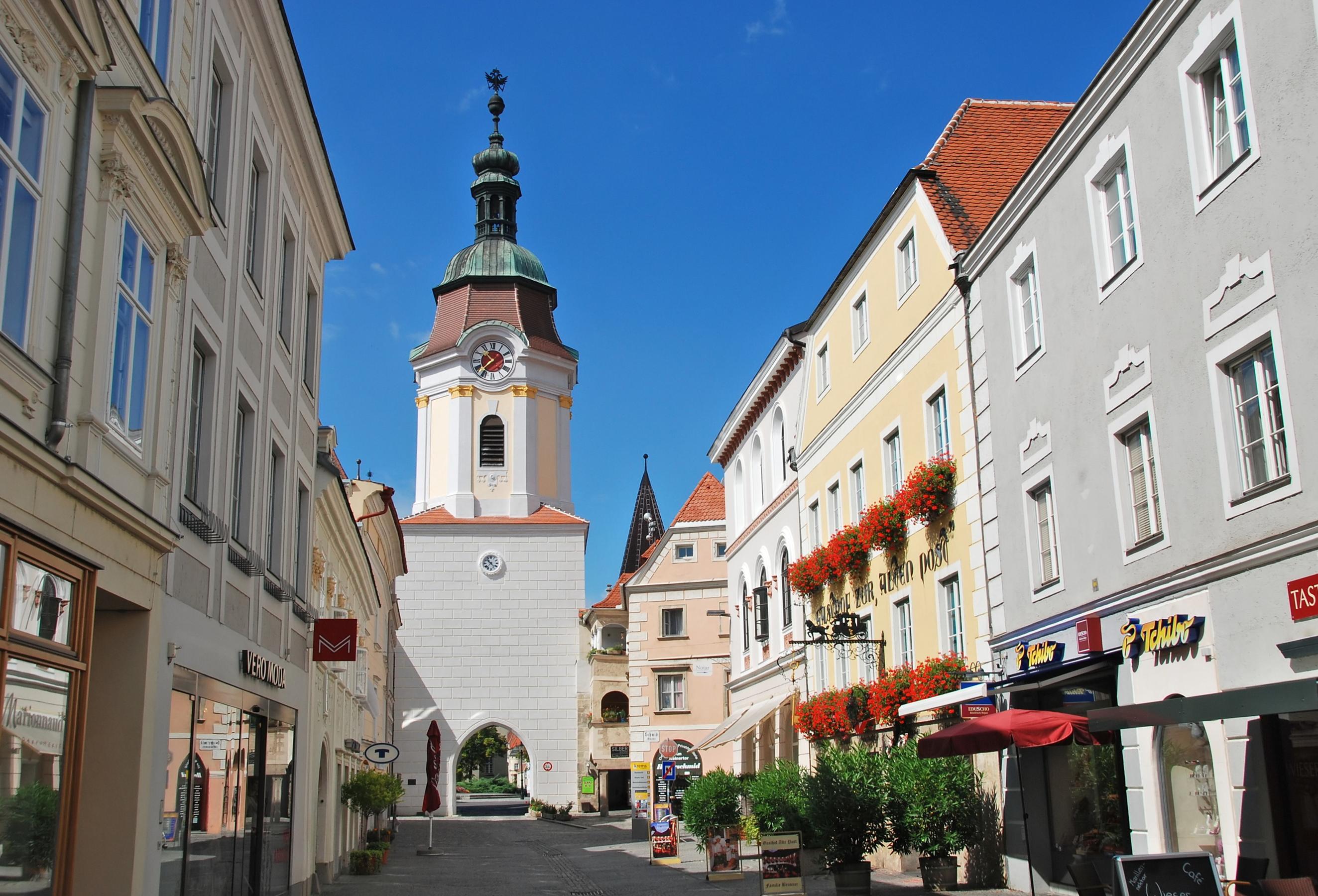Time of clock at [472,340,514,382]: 10:37
